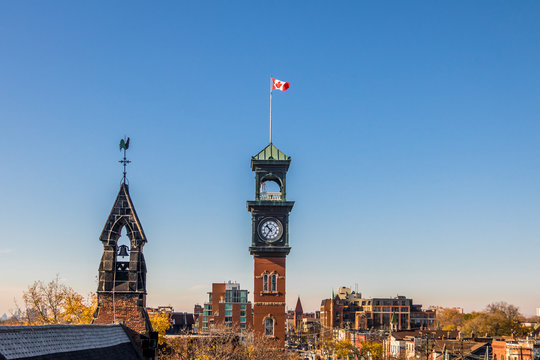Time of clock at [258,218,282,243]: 10:36
